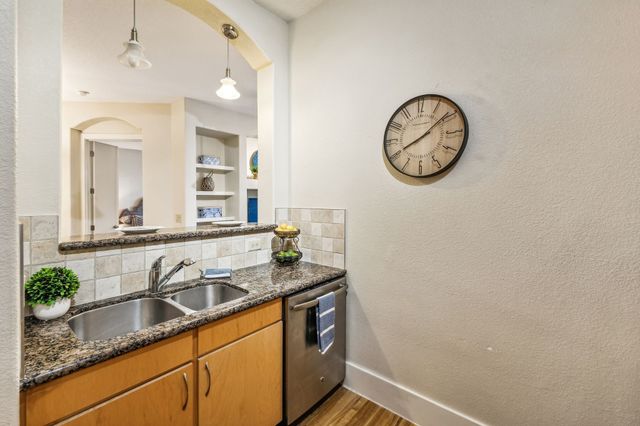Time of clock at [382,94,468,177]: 8:08
